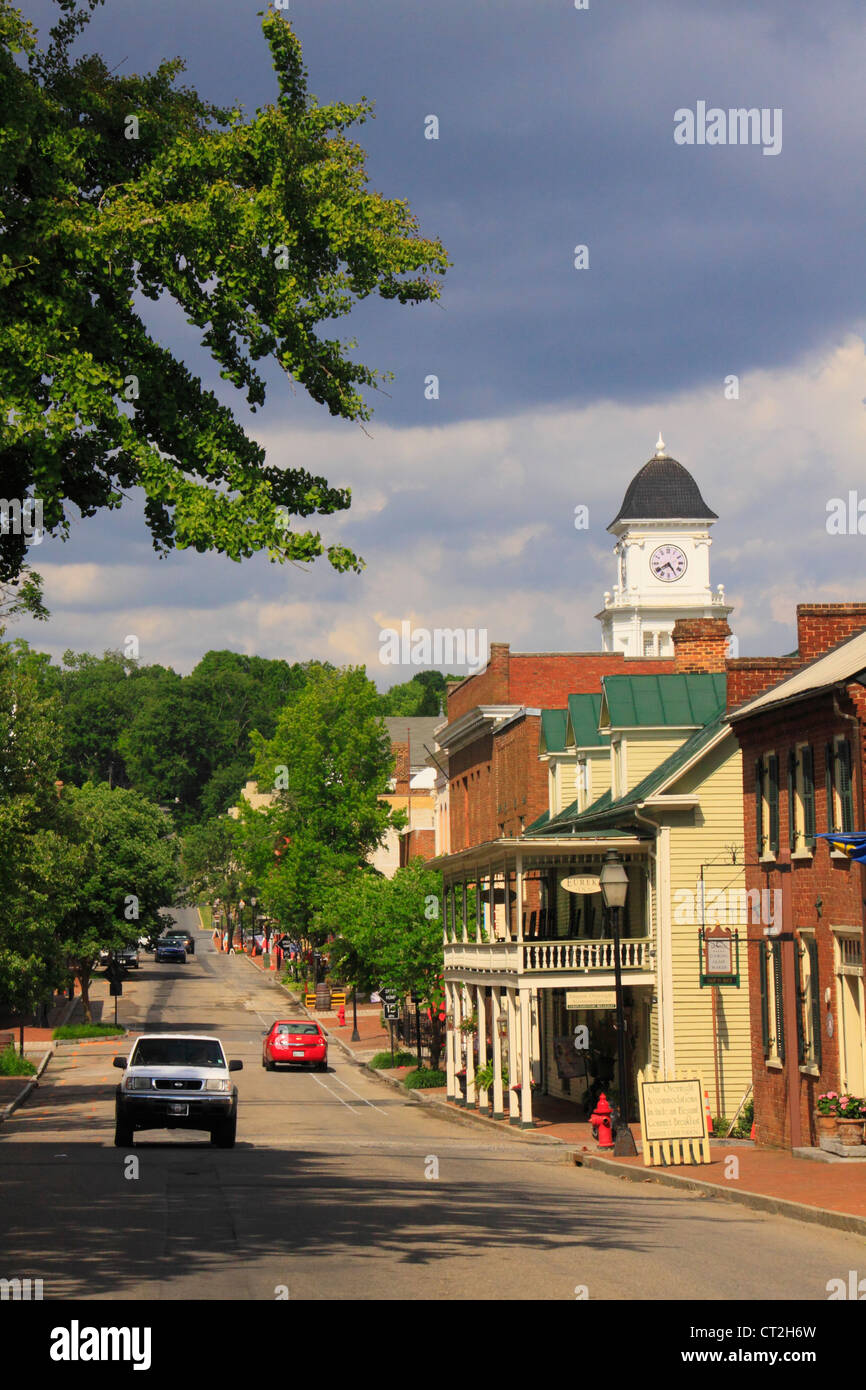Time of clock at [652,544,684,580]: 4:39
